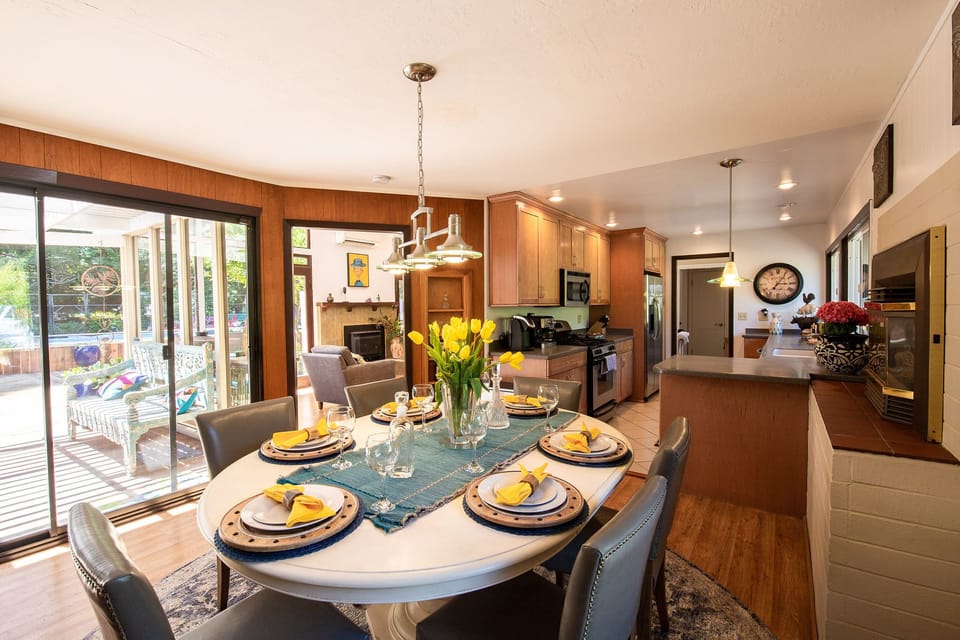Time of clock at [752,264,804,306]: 3:05
